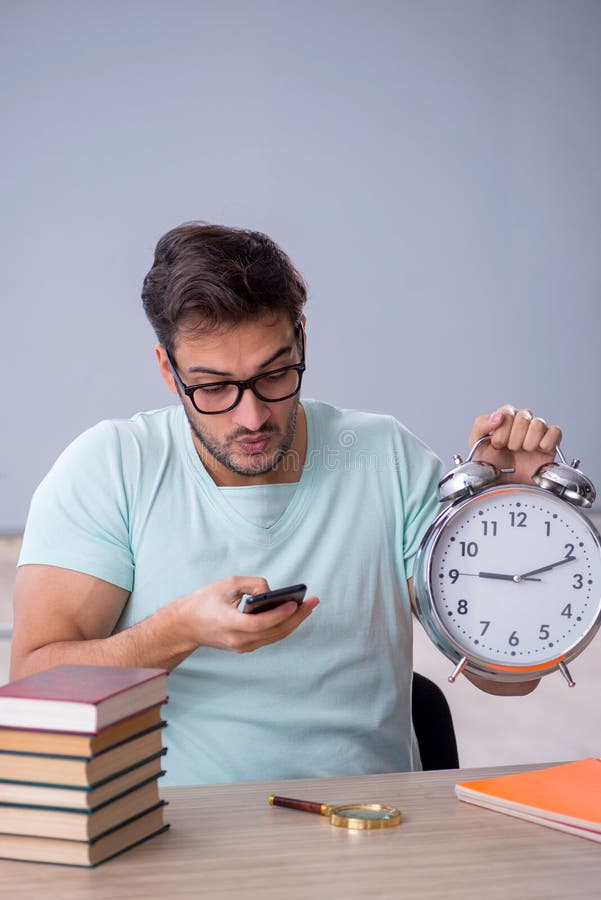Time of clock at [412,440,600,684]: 9:11
